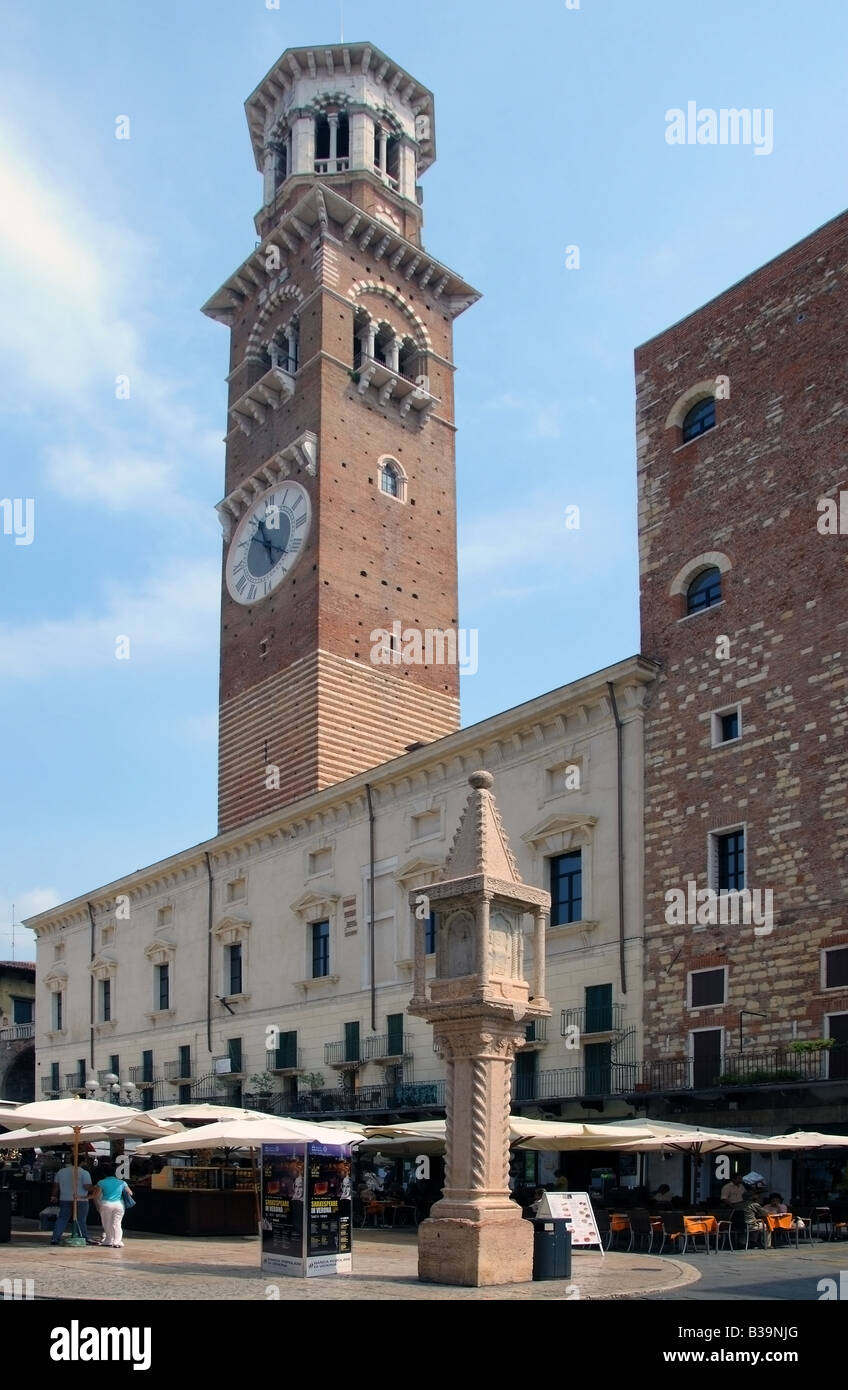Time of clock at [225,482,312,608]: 11:21
